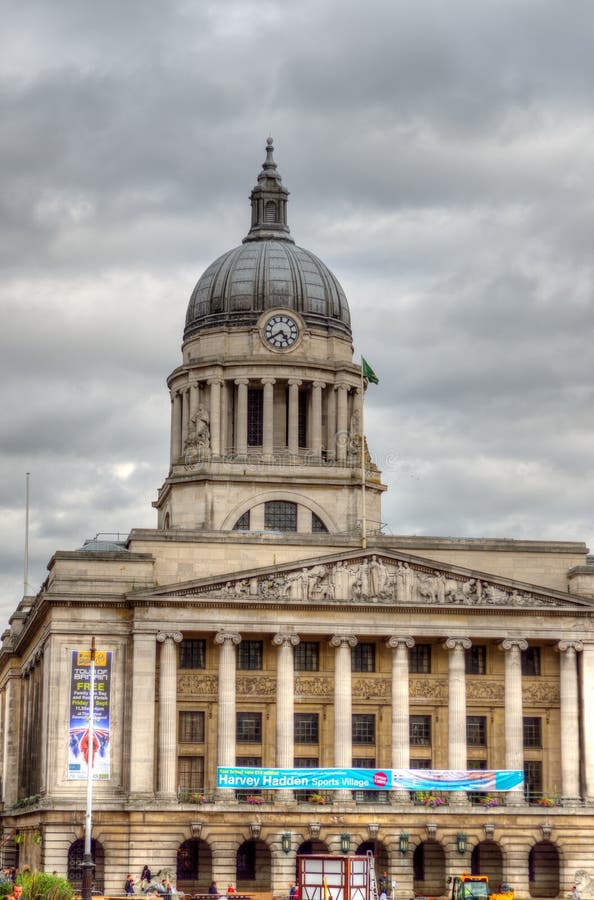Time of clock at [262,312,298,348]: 4:39
